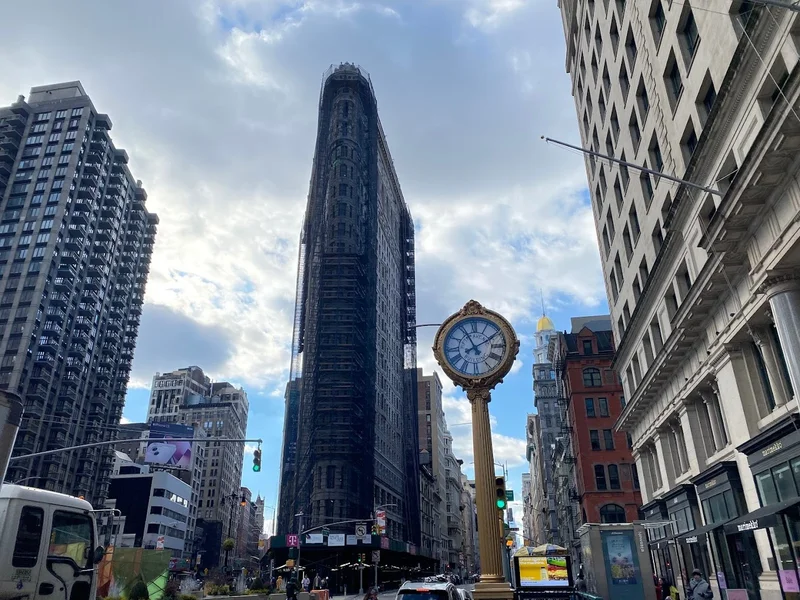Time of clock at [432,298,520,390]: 11:10
